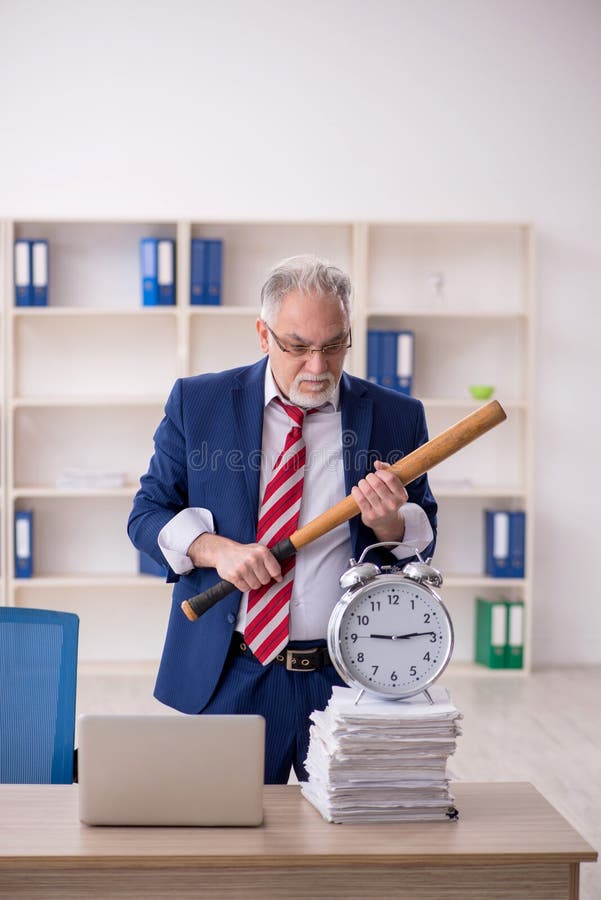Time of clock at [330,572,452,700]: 9:13
